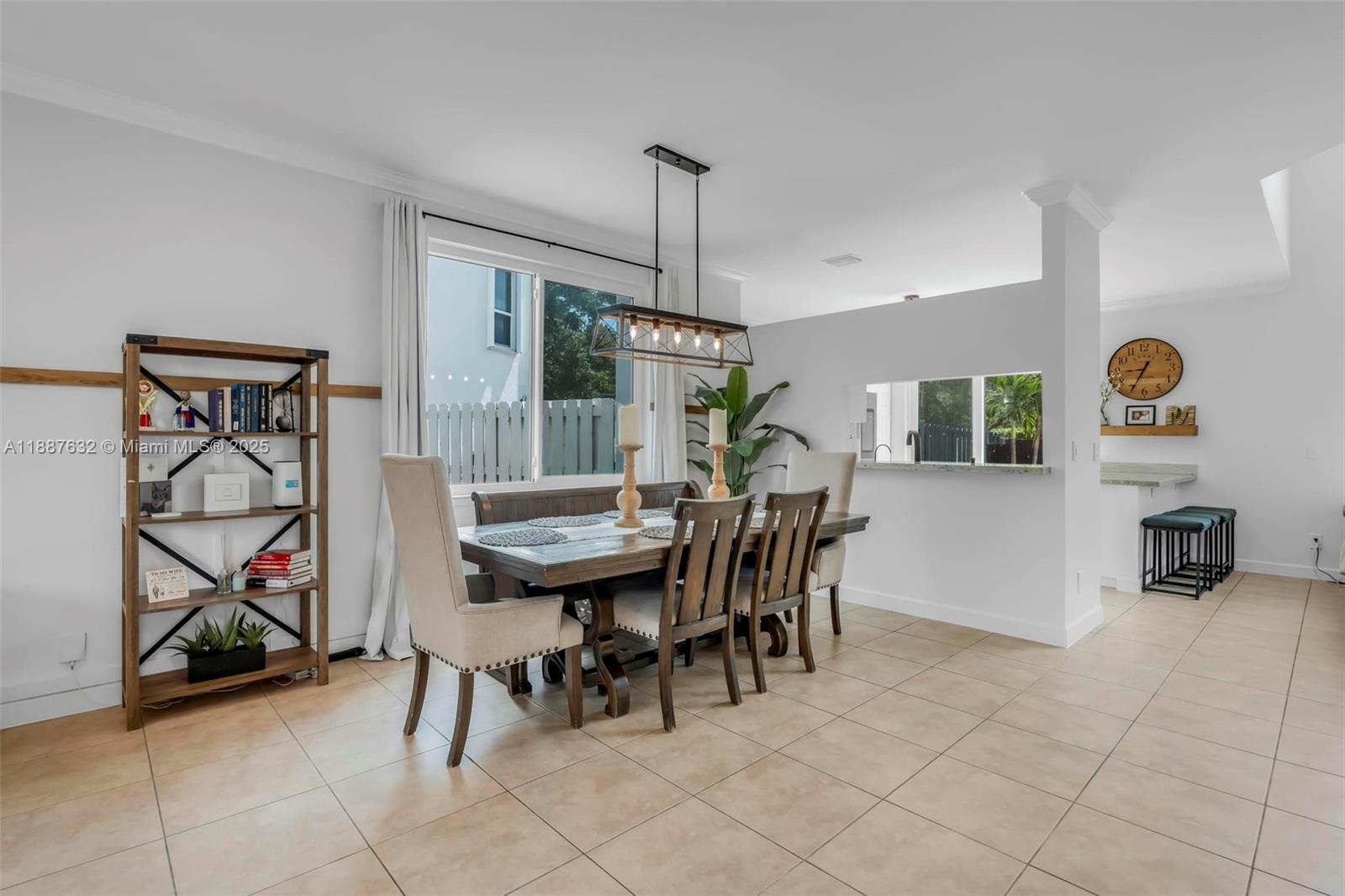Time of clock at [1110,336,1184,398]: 8:34
